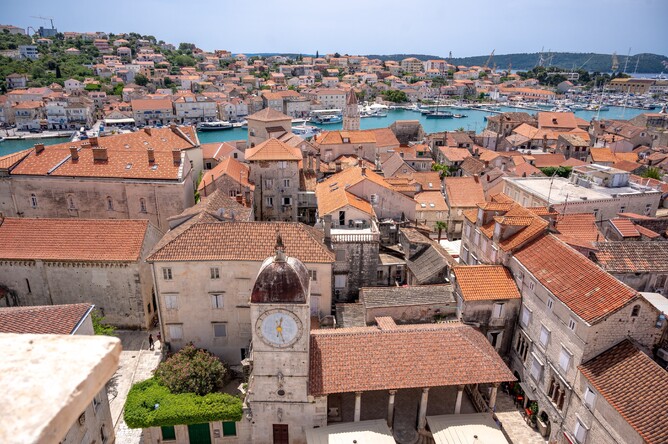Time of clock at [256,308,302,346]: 12:27
